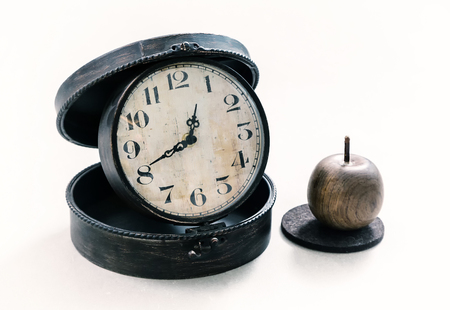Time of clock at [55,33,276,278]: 12:40
